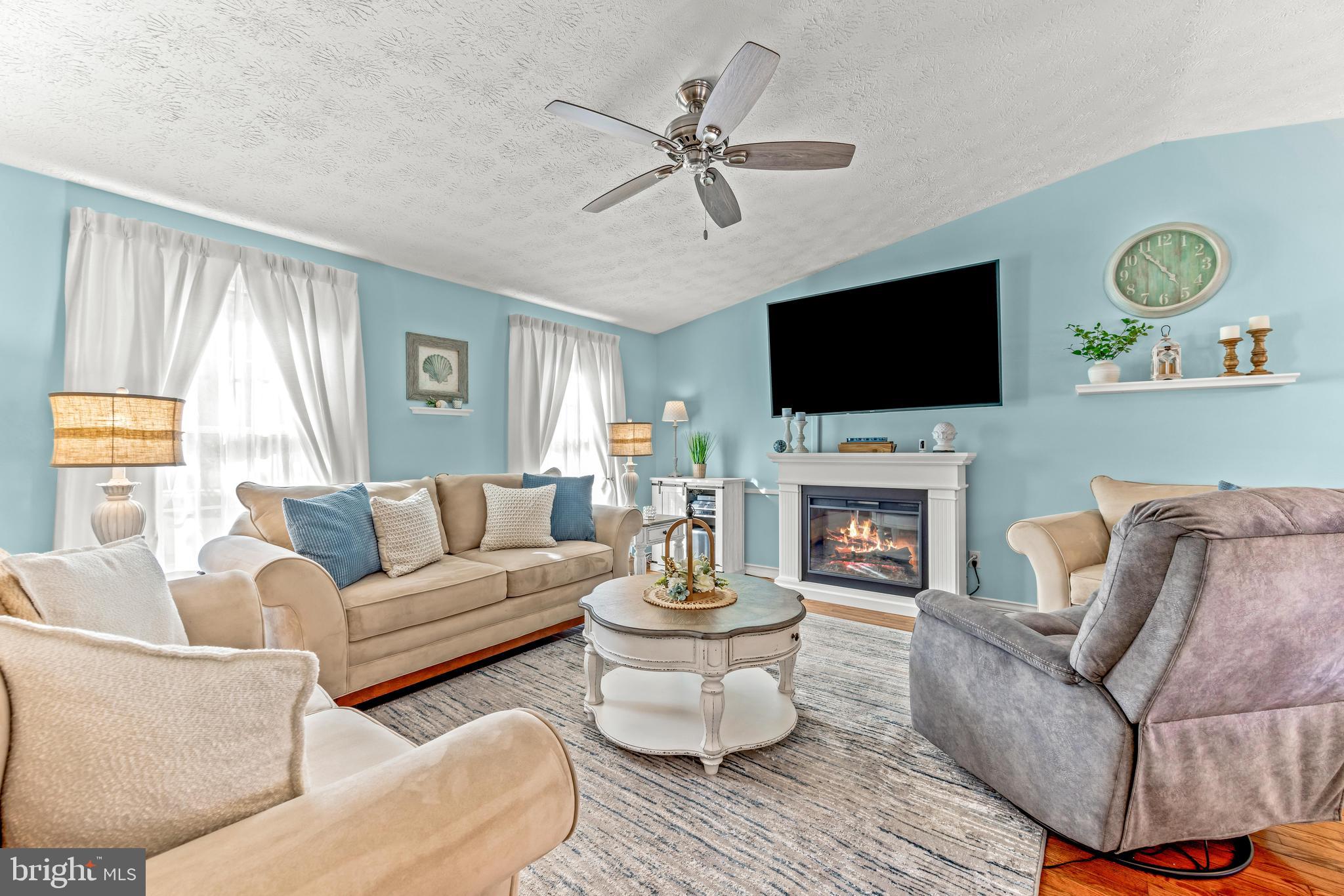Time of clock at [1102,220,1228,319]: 4:52
